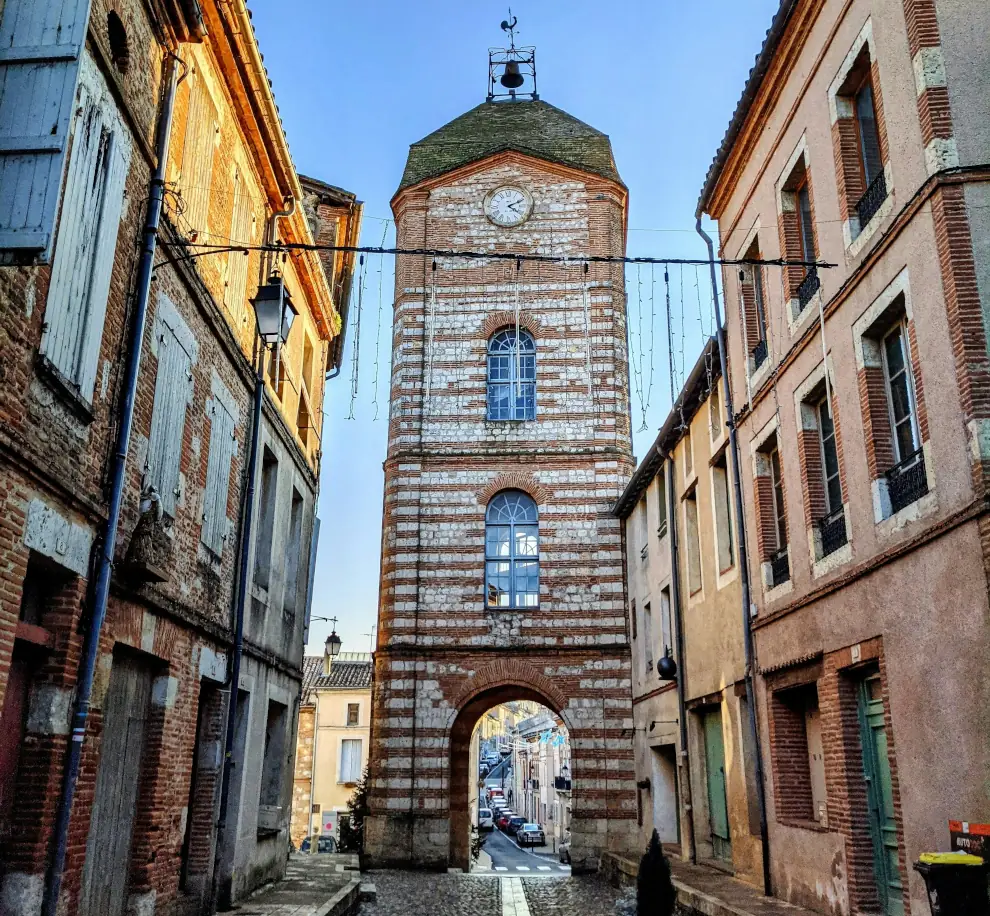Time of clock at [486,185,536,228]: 4:10
